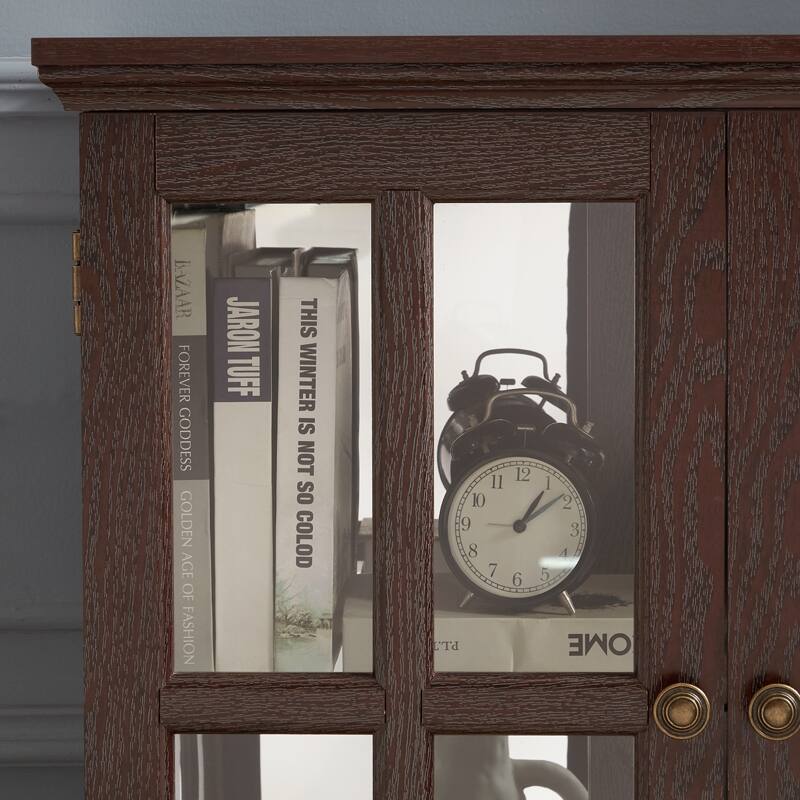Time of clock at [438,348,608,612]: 1:08
